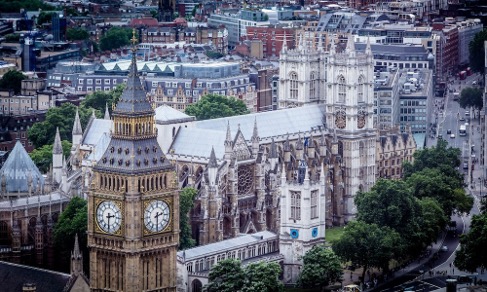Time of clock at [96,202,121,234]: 2:30
